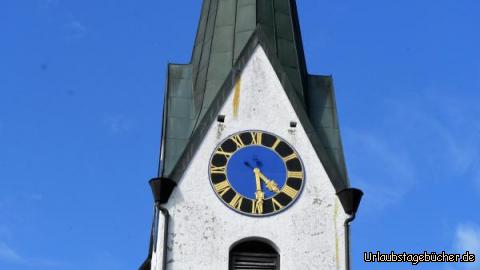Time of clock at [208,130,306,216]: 4:28
